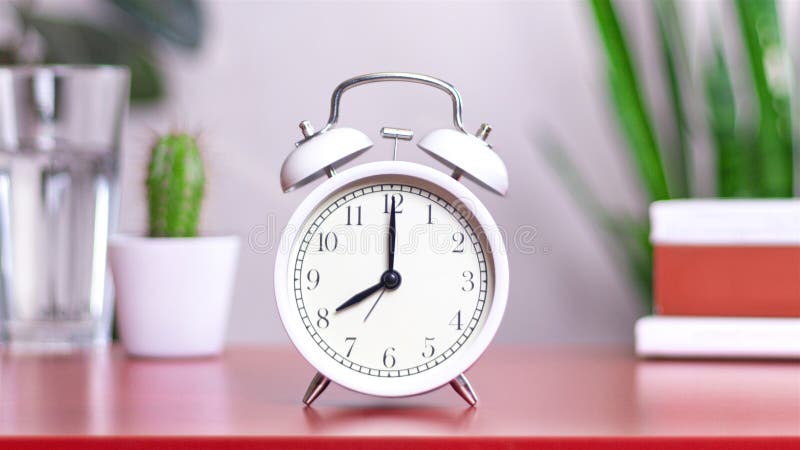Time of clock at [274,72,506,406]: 8:00
